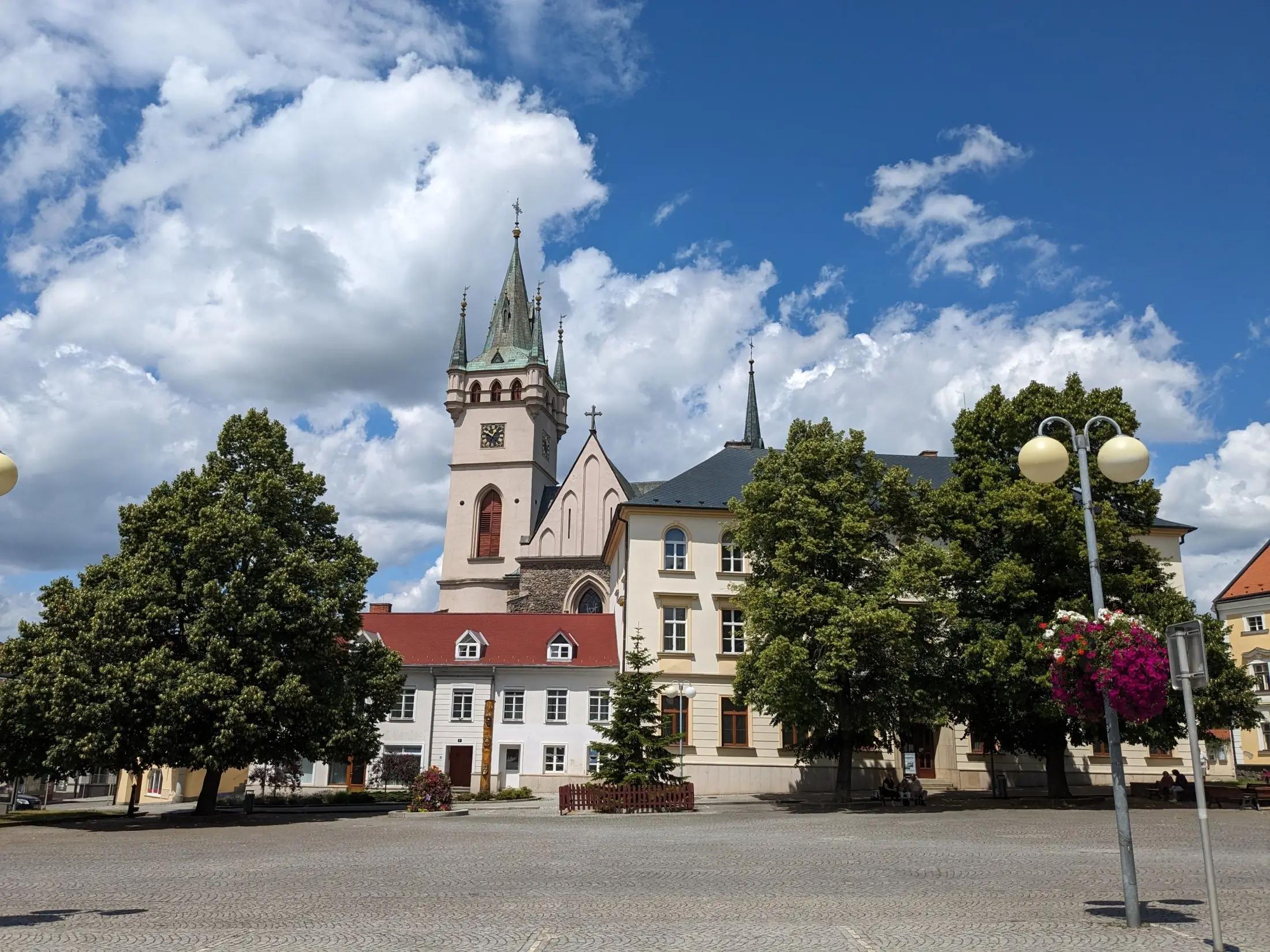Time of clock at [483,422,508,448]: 12:49
